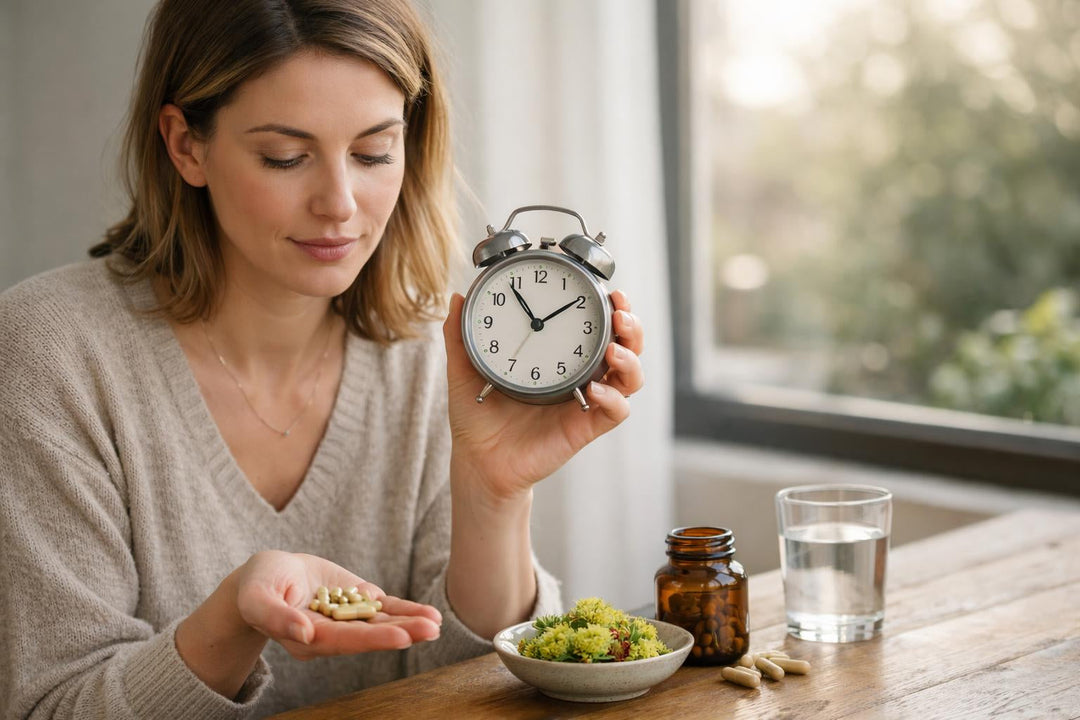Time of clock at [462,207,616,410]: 1:53
